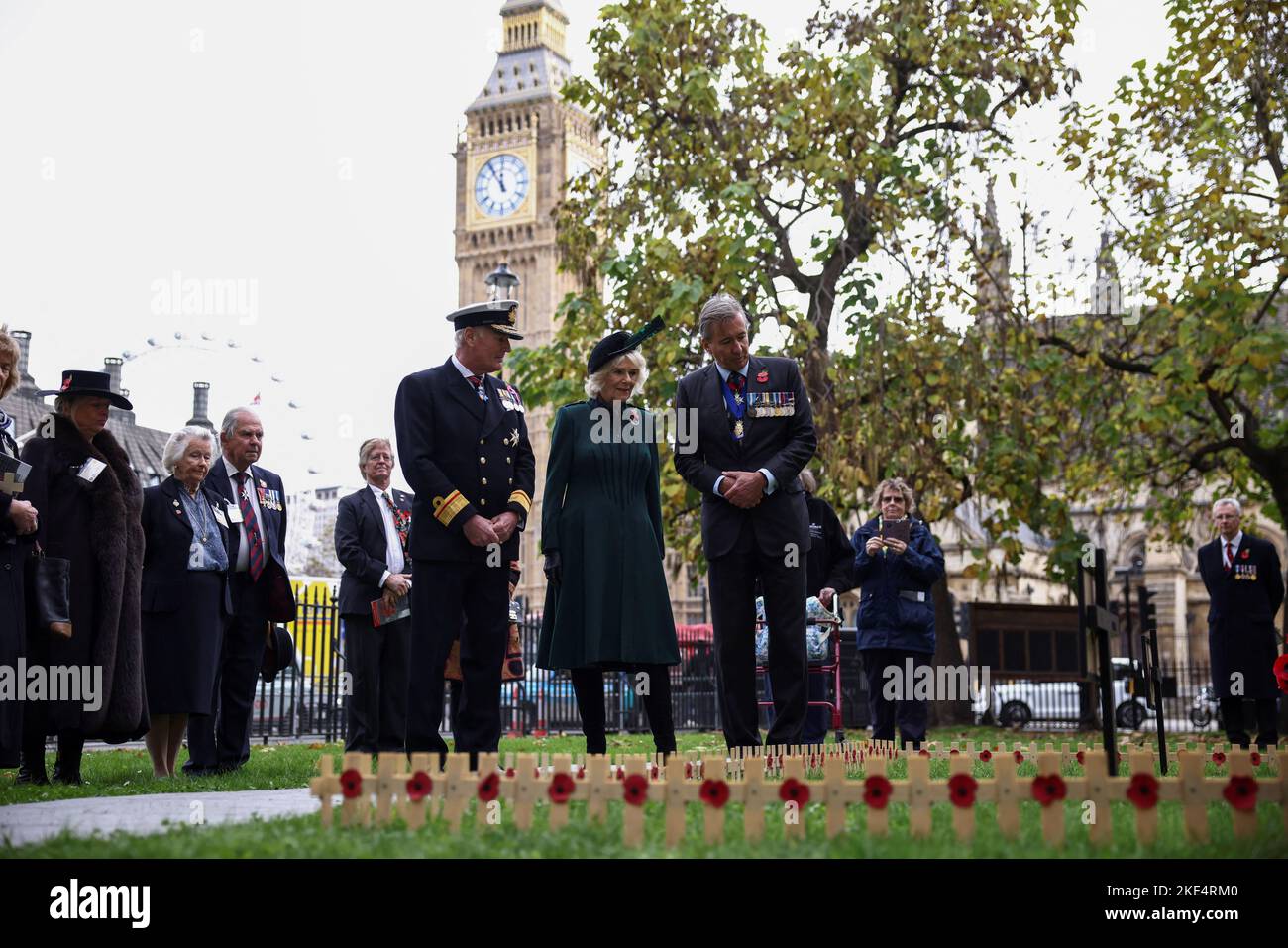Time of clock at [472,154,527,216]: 11:54
